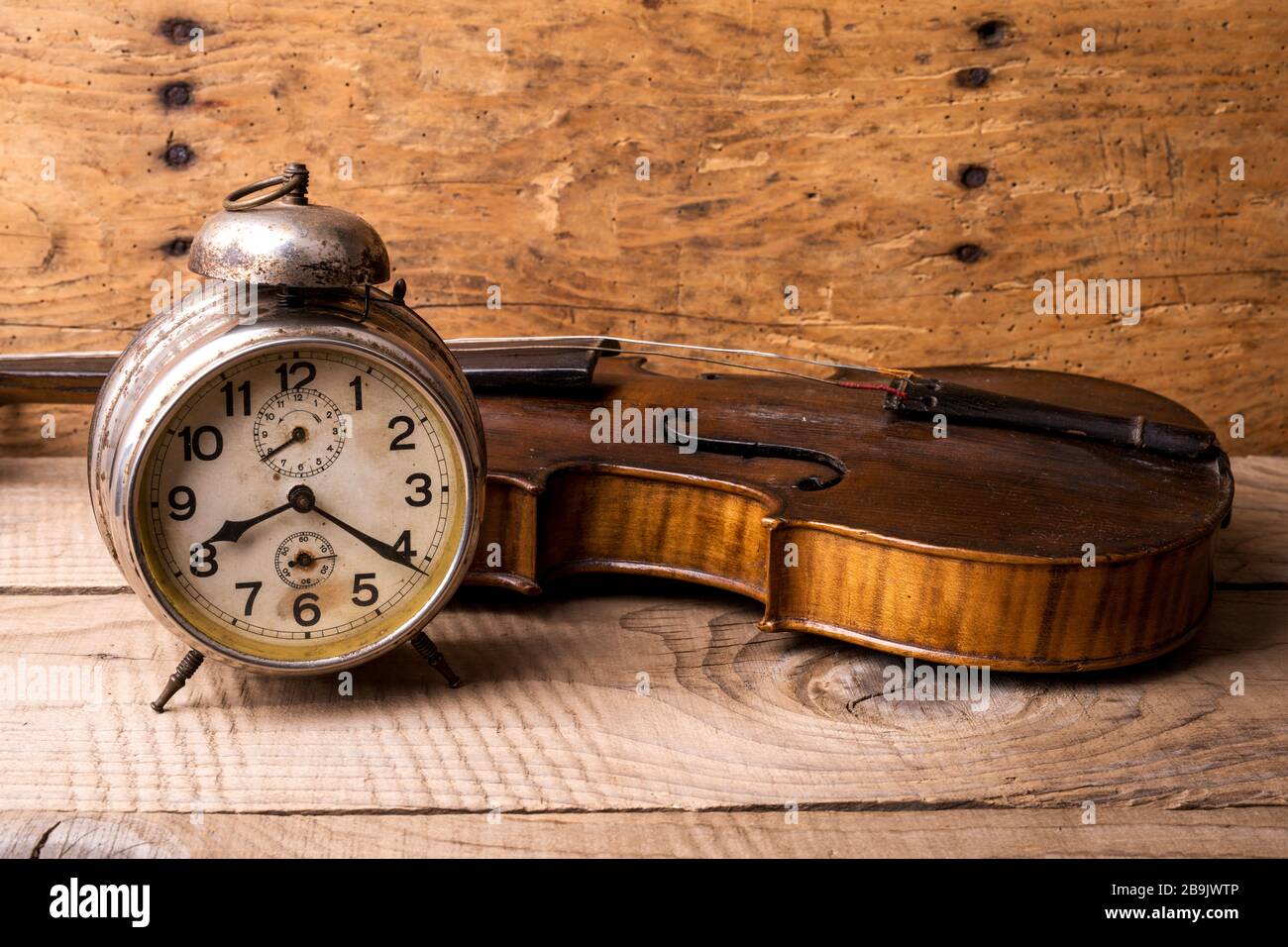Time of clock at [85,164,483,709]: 8:20
